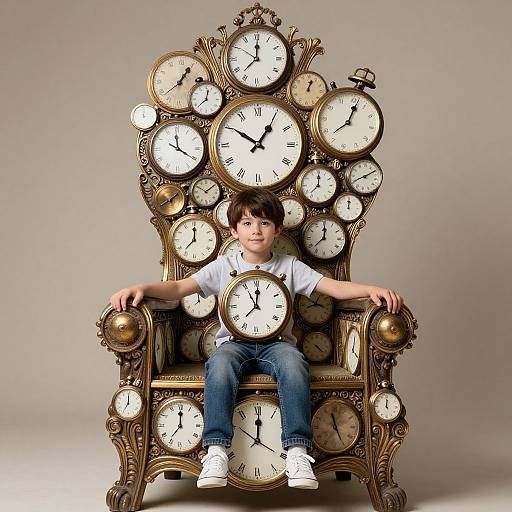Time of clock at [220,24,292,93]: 12:00
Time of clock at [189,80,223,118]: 12:38
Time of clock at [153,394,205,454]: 12:00
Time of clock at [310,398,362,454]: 11:25
